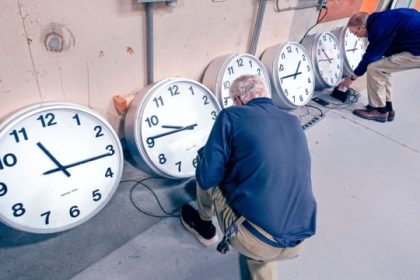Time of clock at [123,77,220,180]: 9:45
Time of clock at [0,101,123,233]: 11:16
